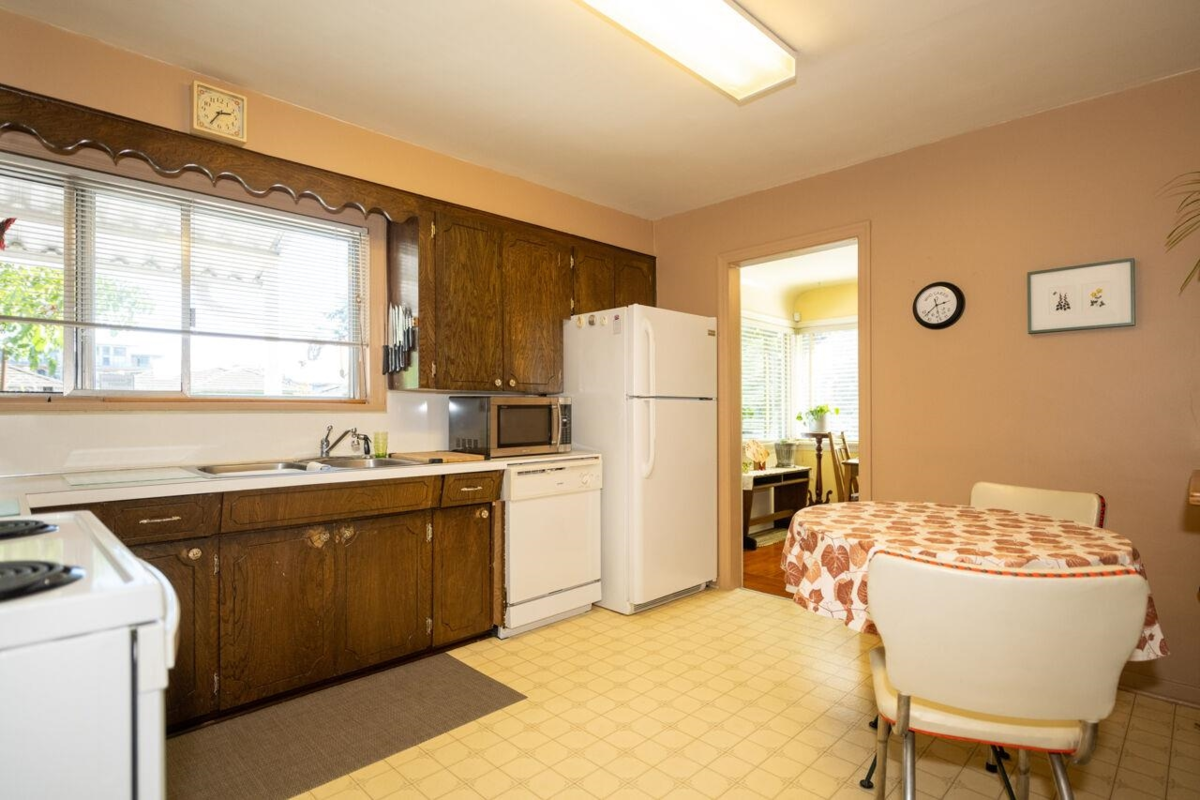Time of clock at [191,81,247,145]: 2:35
